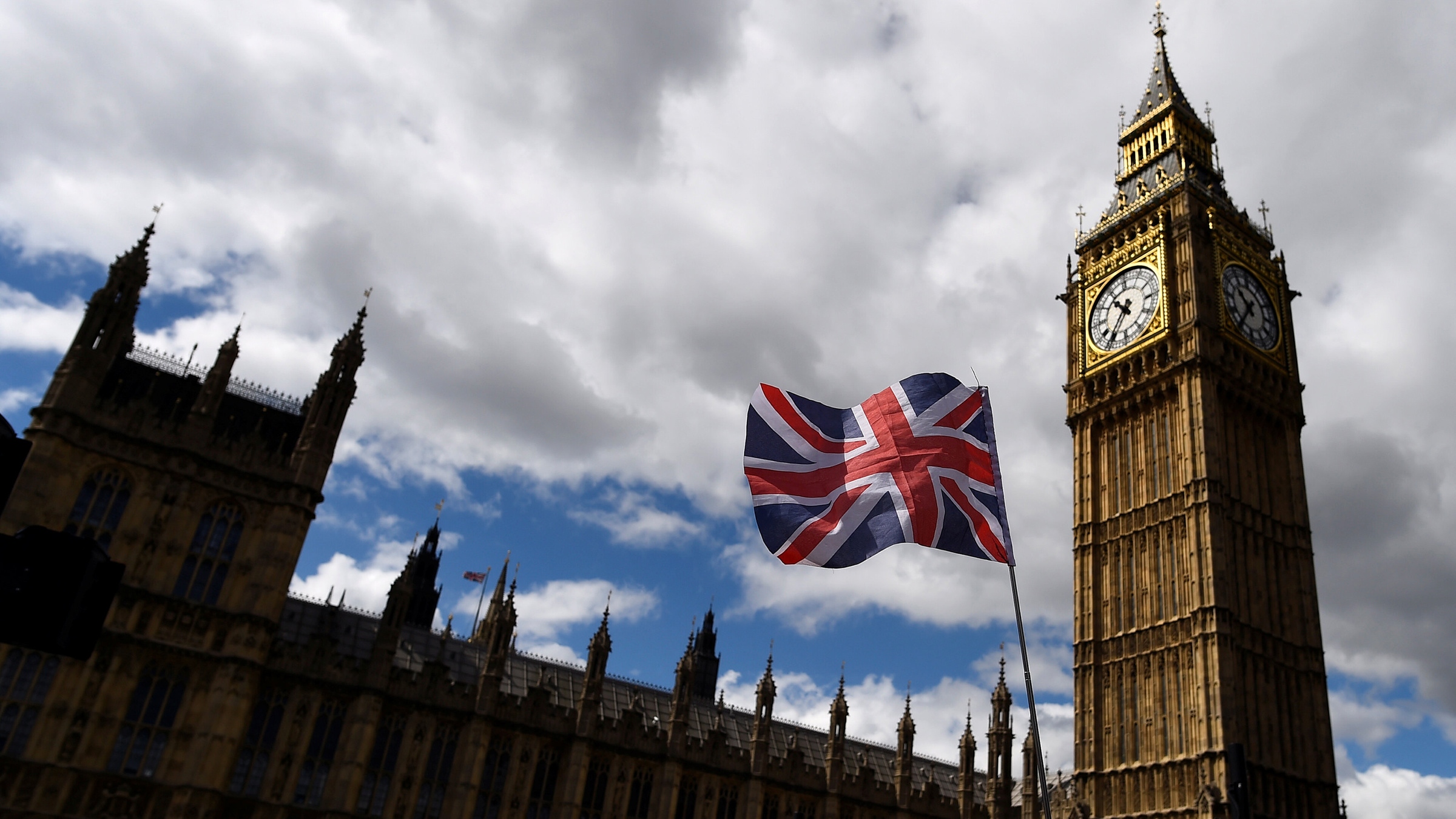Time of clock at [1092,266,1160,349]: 10:36
